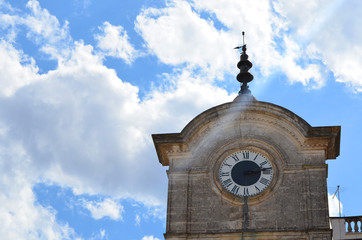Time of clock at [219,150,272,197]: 3:13
